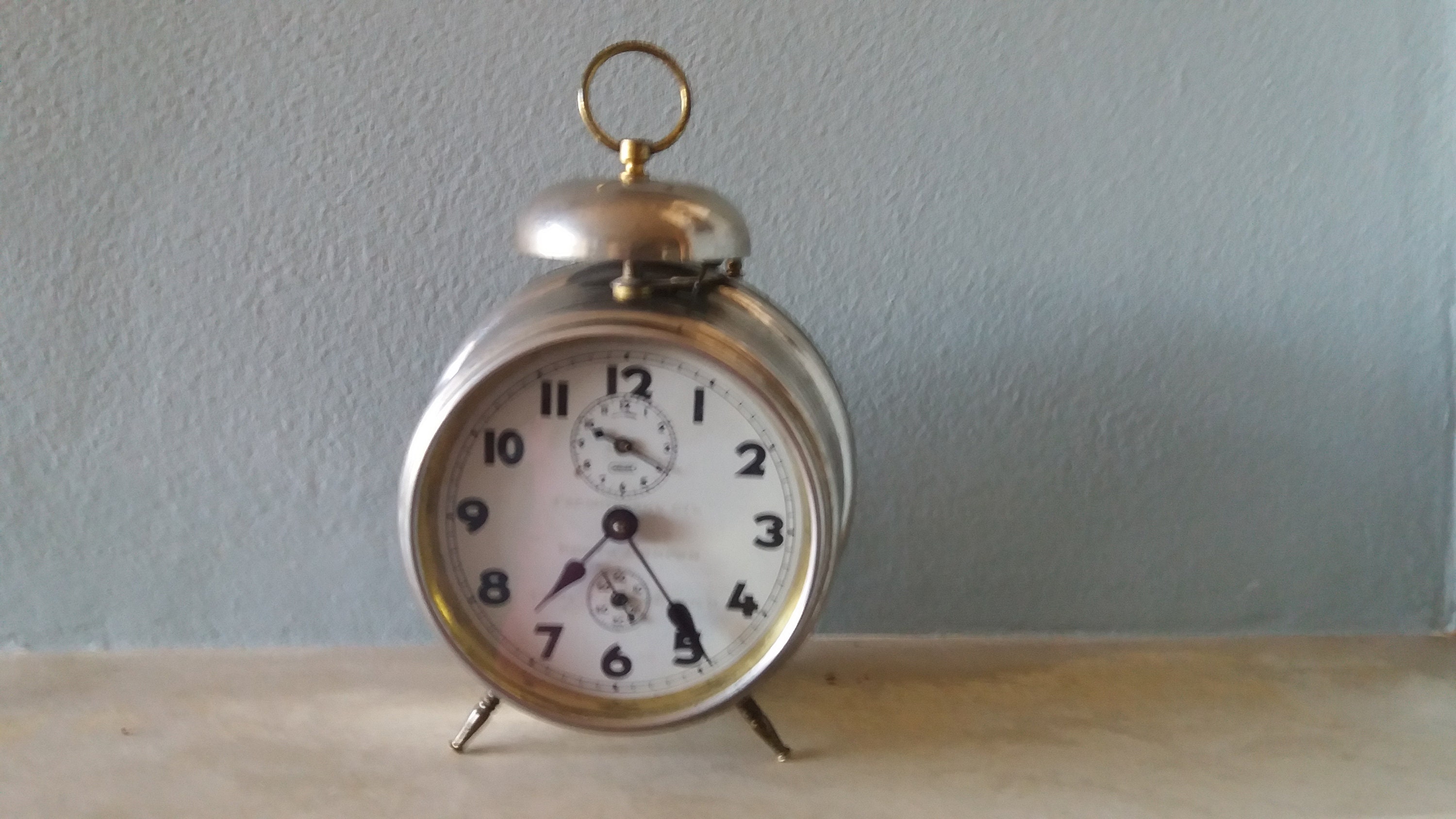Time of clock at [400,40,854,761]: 7:24
